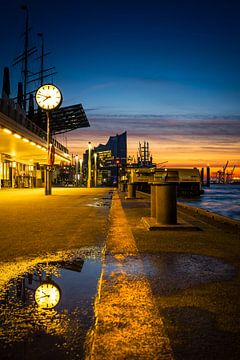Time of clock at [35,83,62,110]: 7:47
